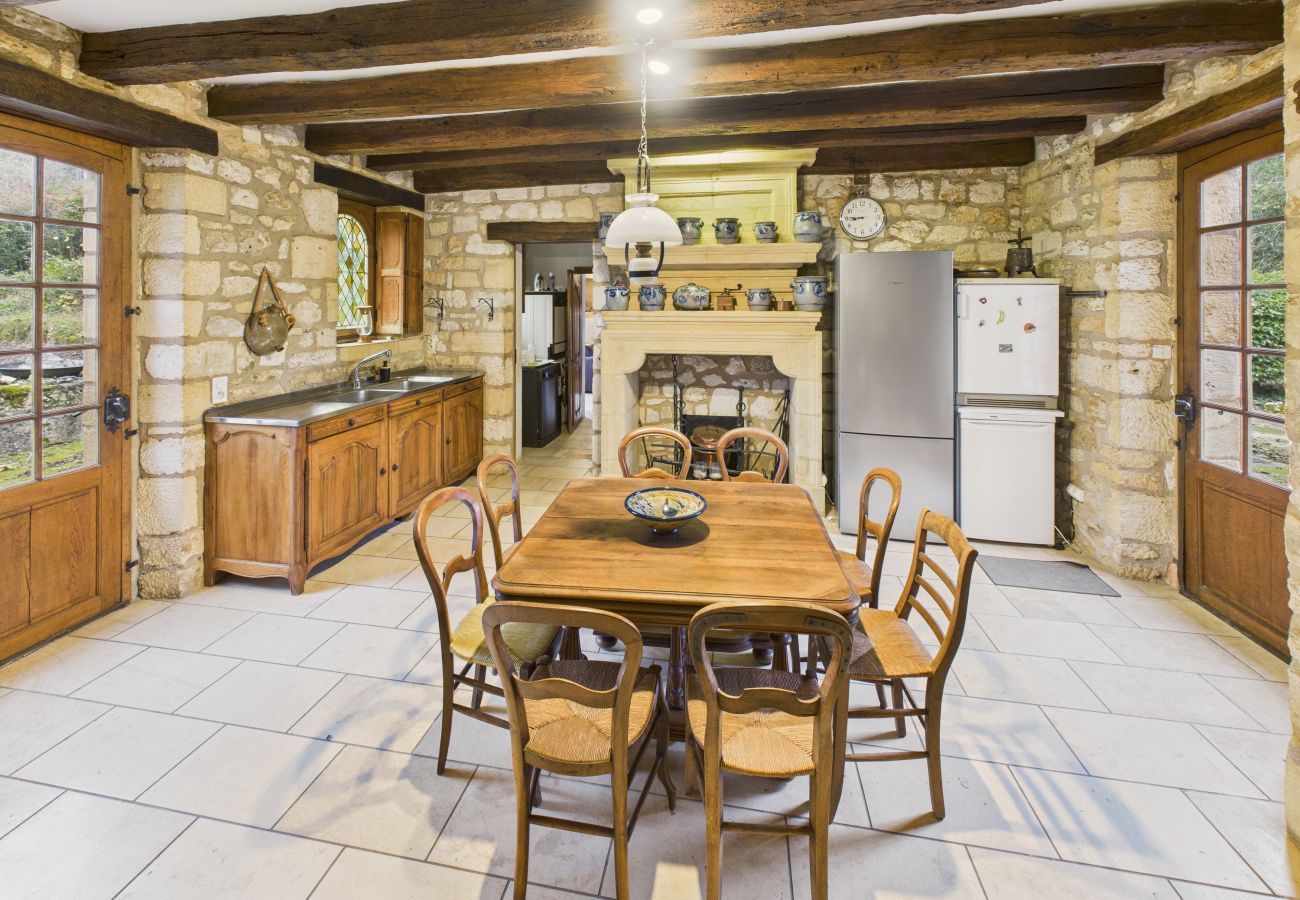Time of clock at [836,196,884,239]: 8:45
